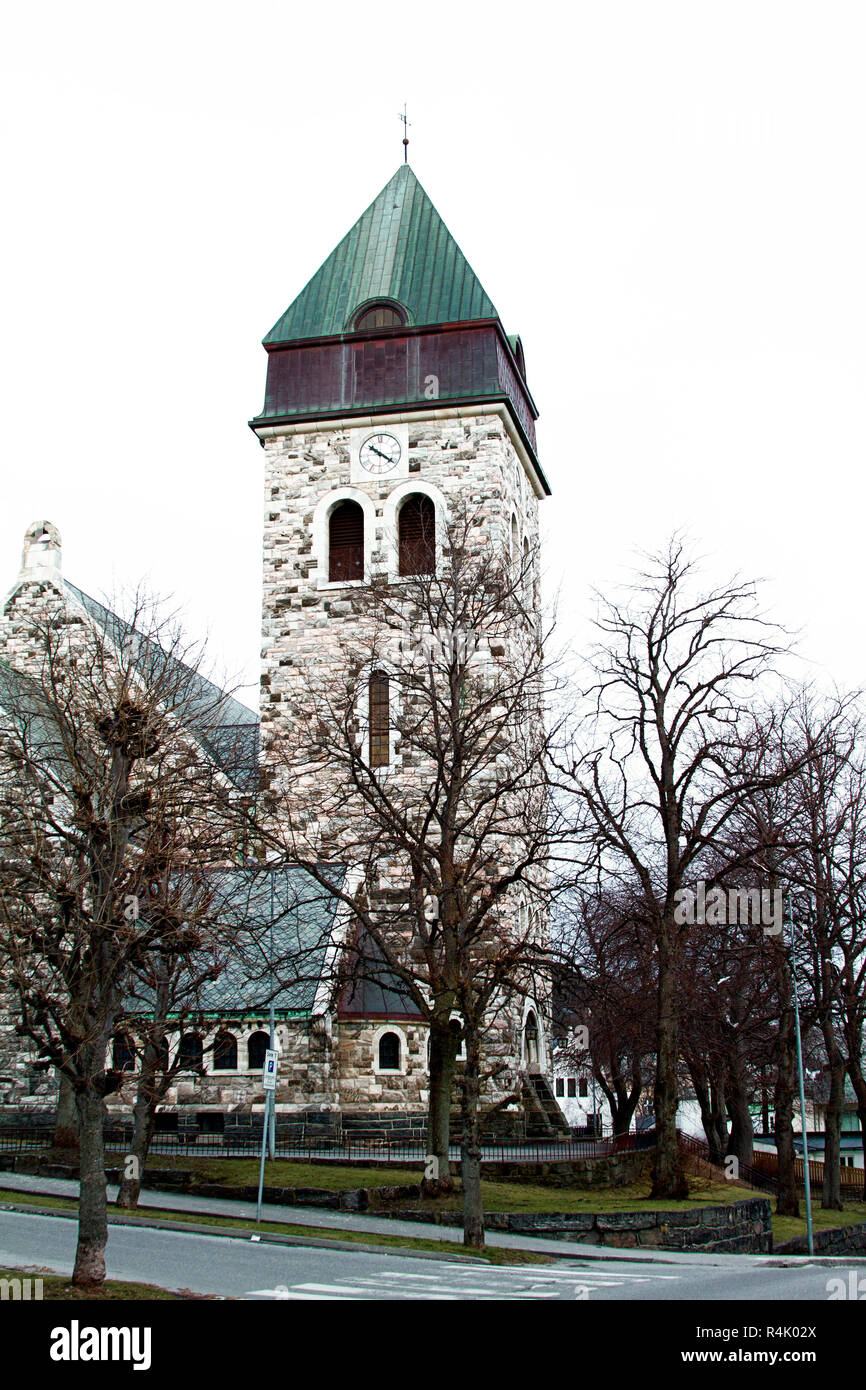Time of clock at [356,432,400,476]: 10:21
